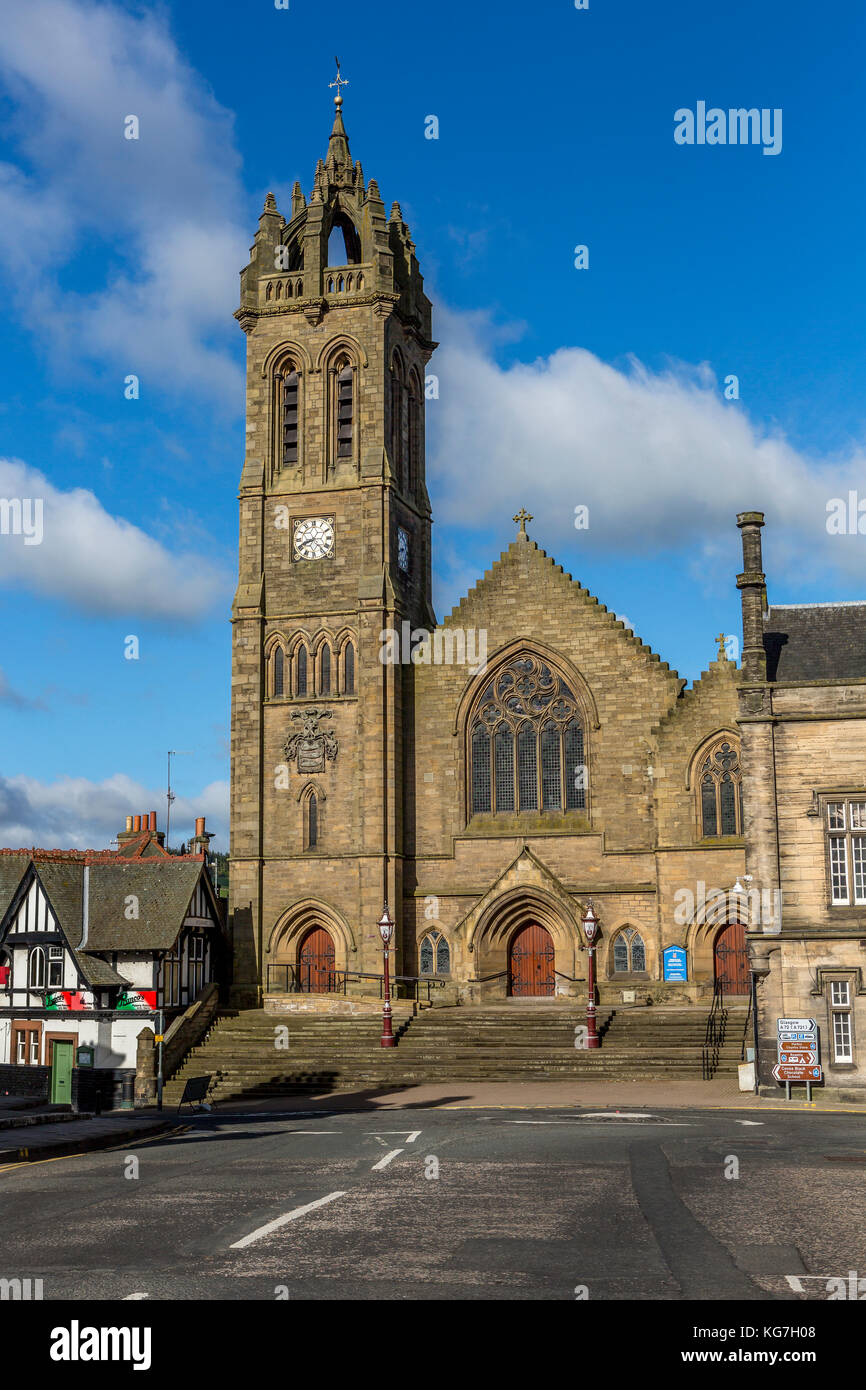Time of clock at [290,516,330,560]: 8:23
